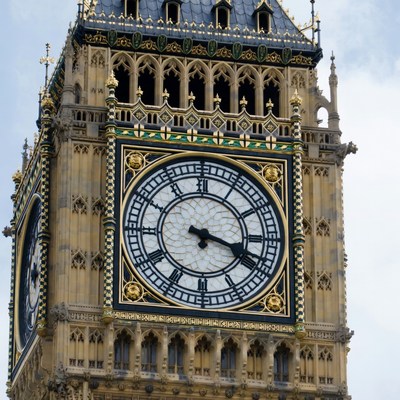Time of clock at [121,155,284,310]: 3:18
